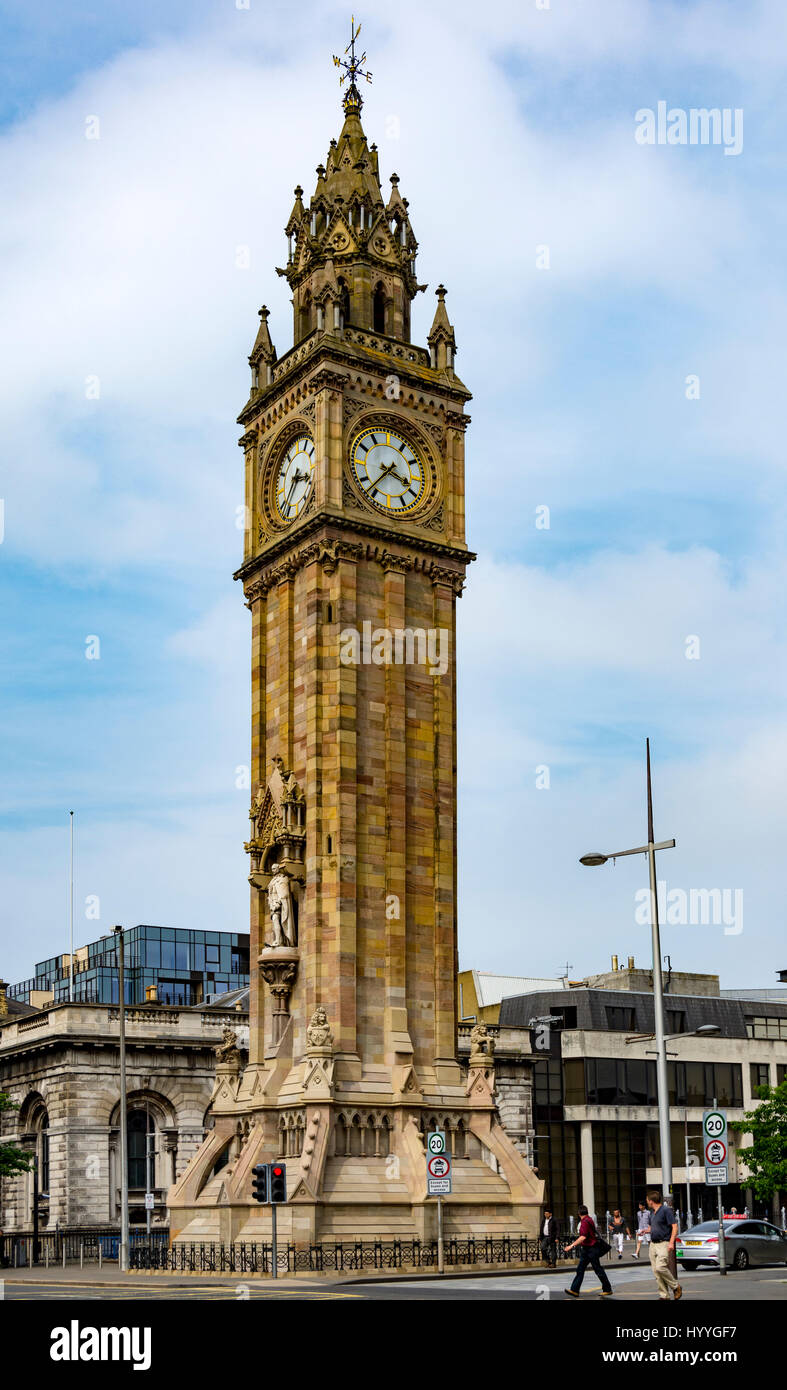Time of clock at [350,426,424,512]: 3:37
